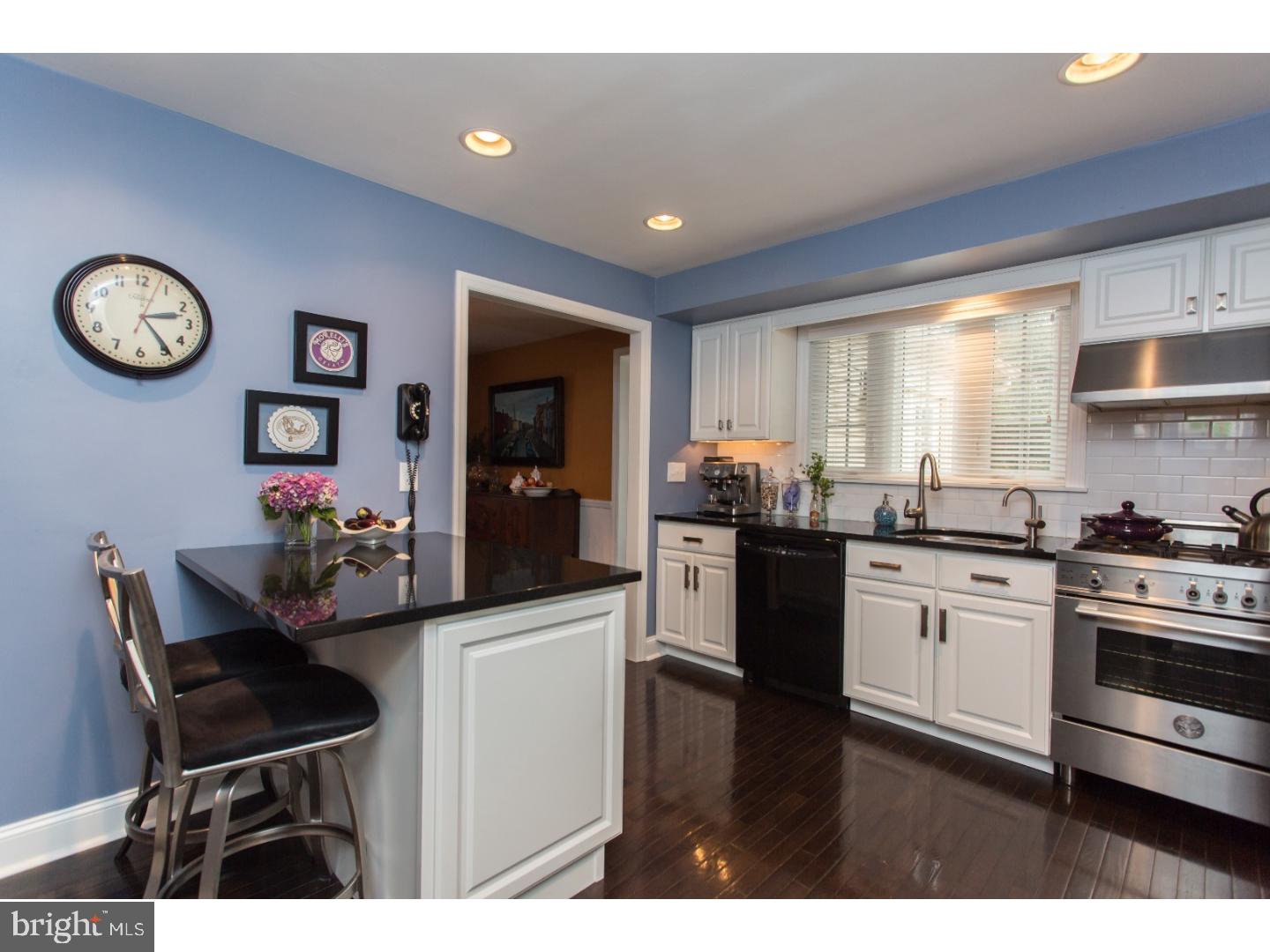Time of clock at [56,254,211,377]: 2:24
